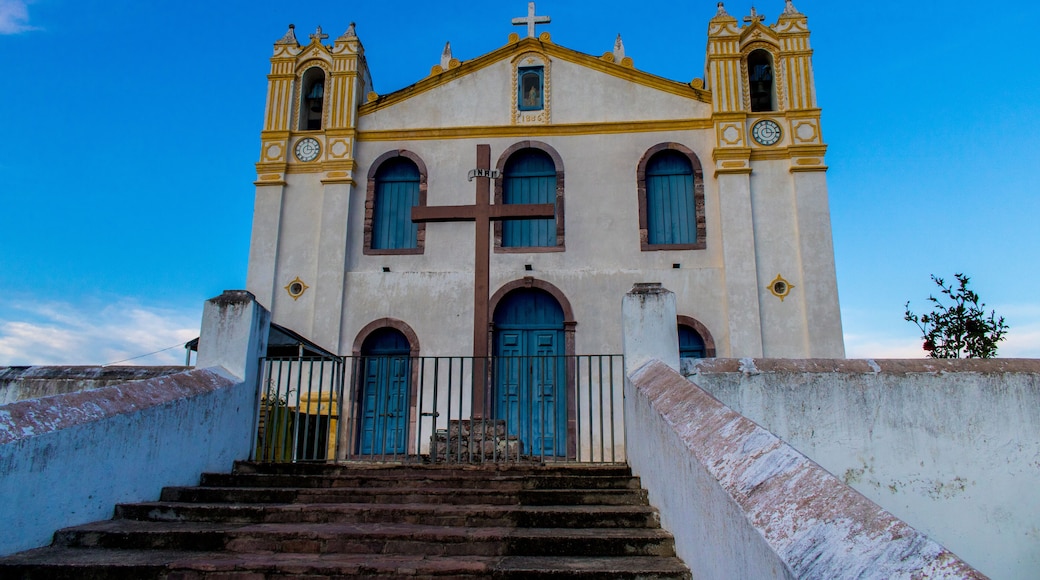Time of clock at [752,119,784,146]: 2:59
